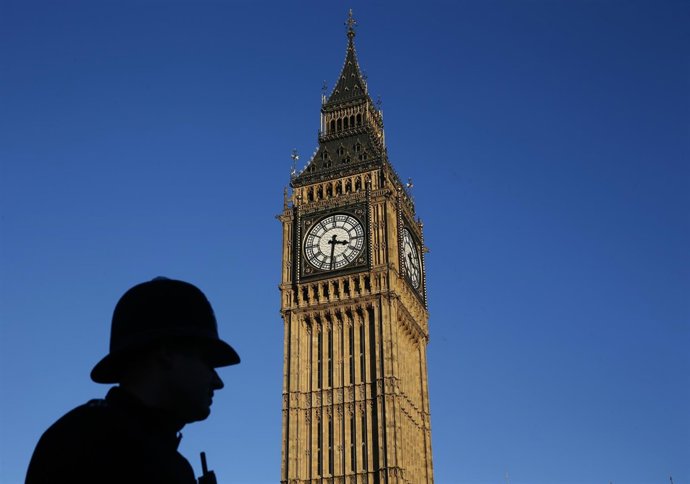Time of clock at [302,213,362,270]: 3:31
